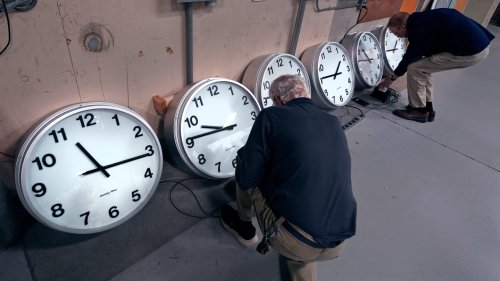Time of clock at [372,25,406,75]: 10:45
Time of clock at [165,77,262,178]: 9:45
